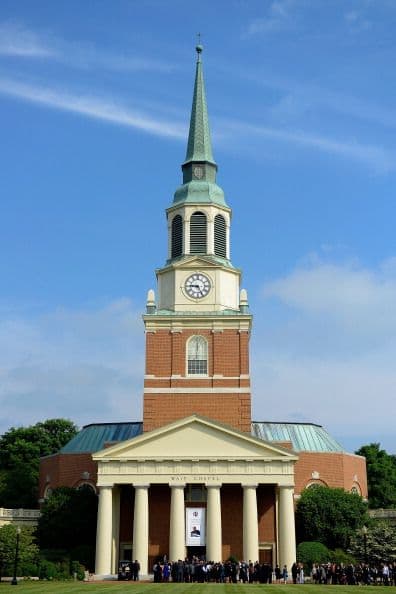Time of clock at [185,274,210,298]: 9:25
